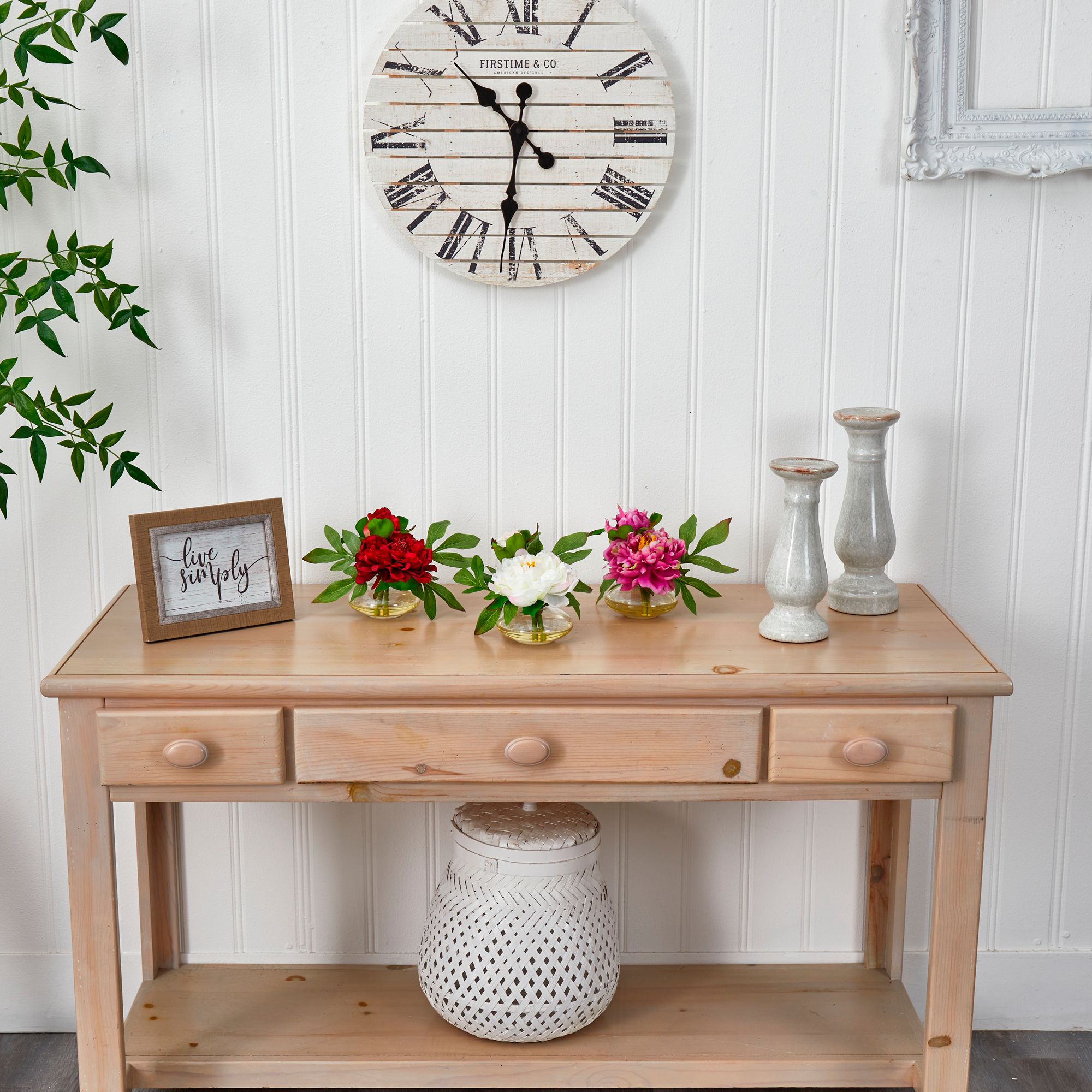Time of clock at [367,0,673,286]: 10:31
